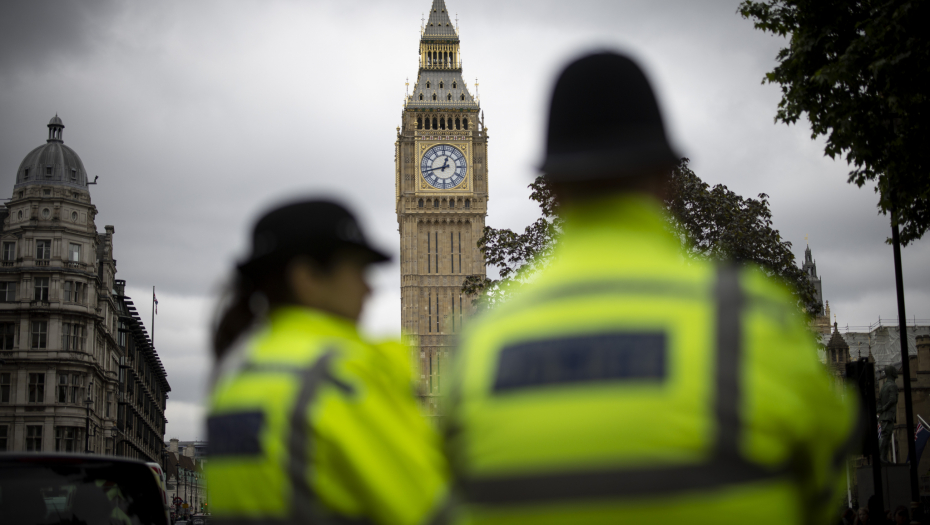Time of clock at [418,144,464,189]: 12:42
